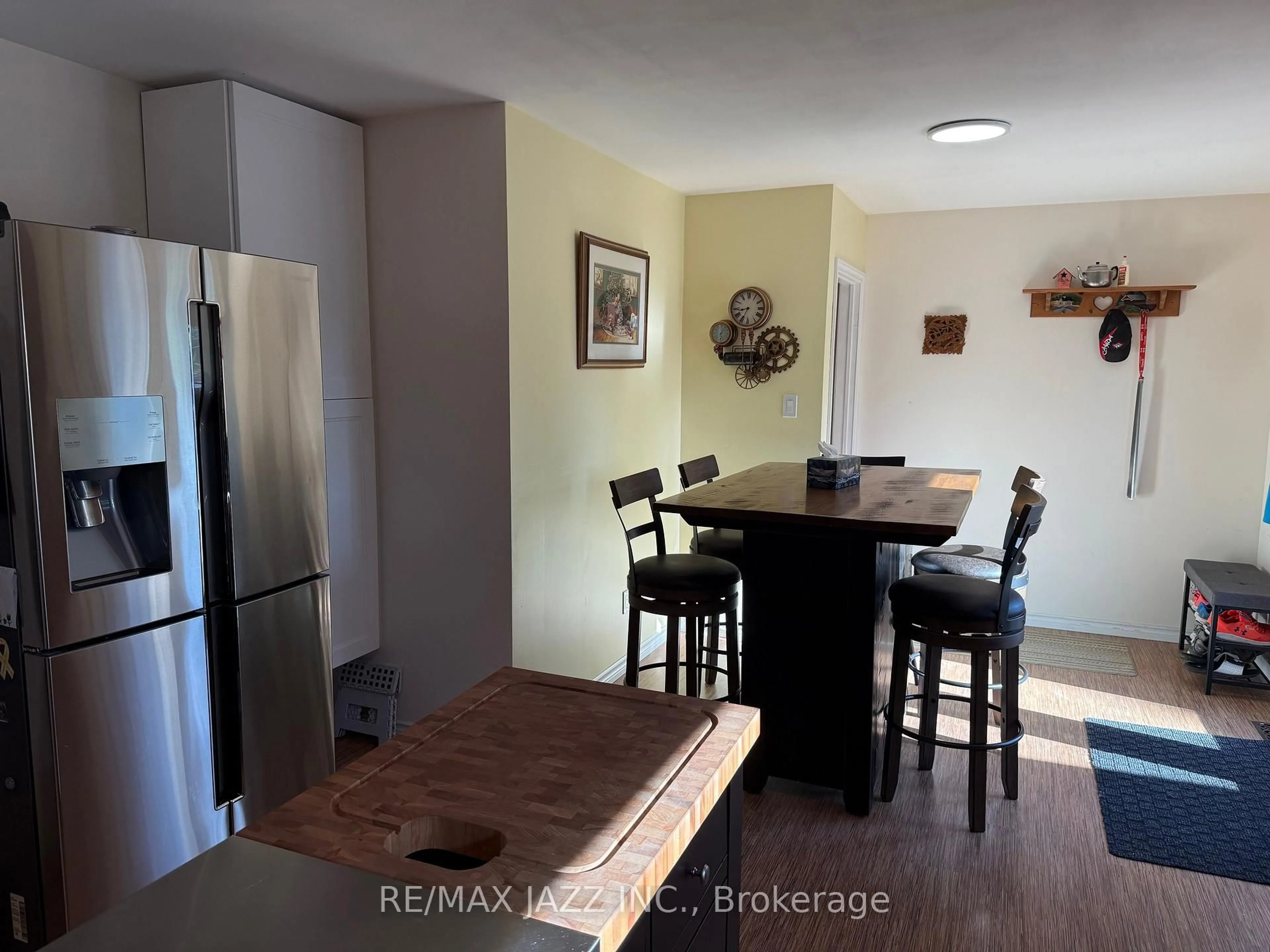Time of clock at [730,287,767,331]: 8:34
